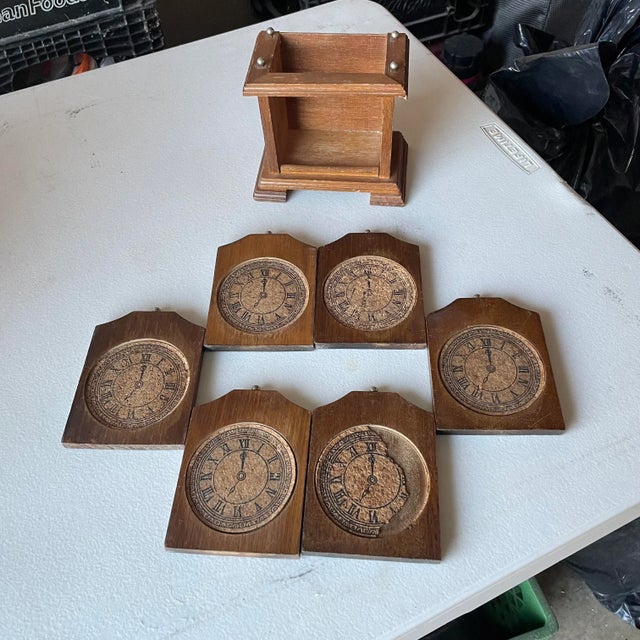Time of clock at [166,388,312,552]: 12:00
